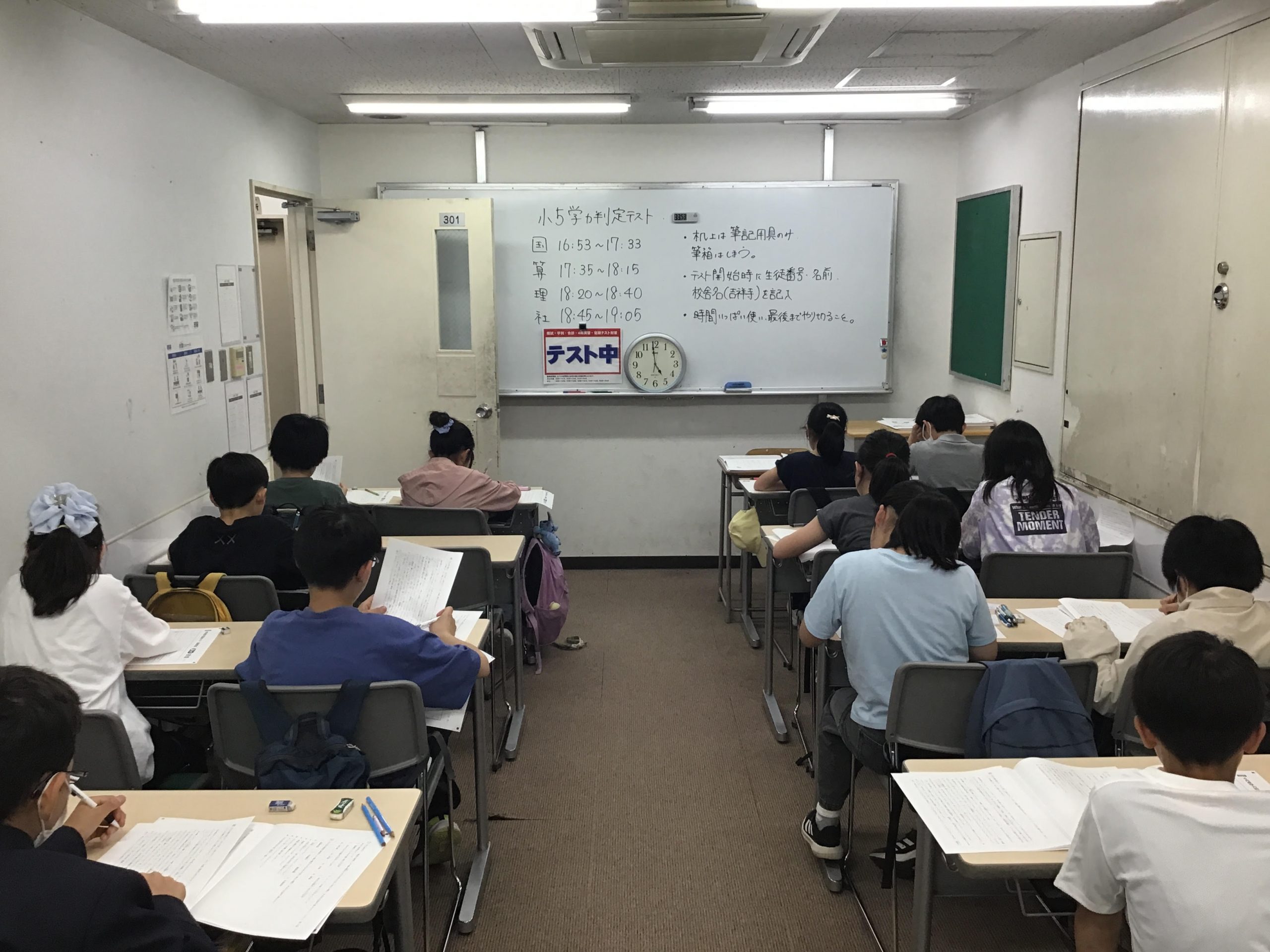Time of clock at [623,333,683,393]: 4:59
